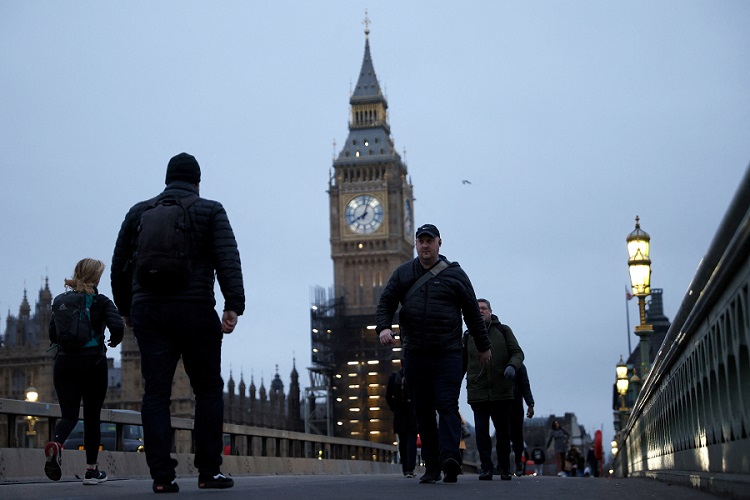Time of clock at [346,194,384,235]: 8:03
